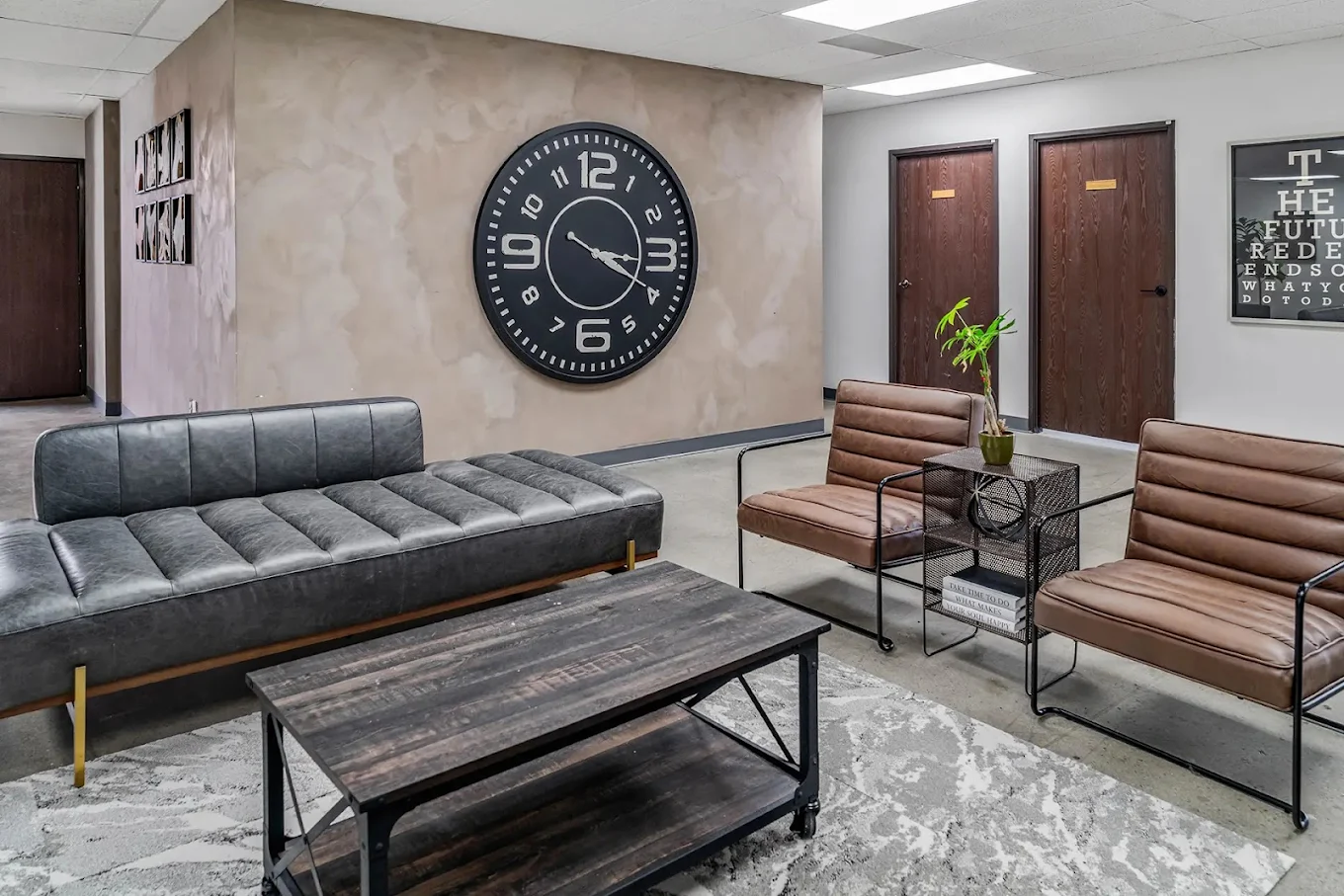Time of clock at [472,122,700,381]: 3:19
